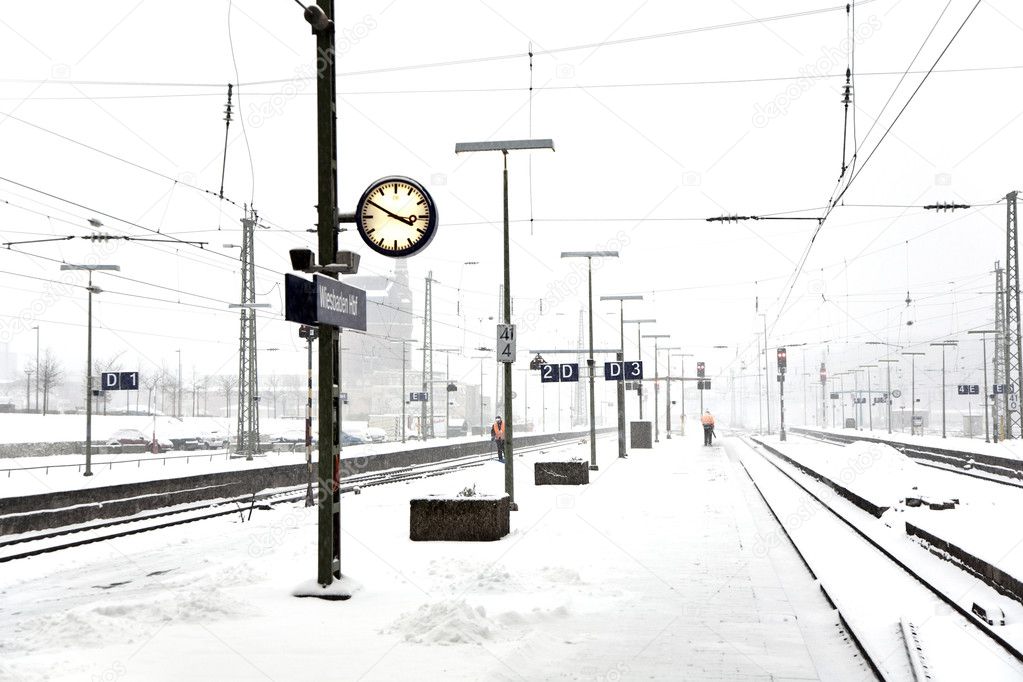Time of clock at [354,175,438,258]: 3:50
